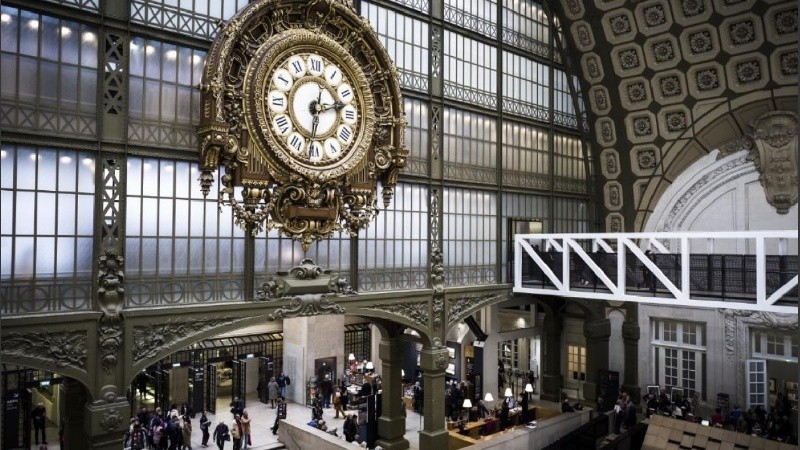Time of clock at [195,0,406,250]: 2:32
